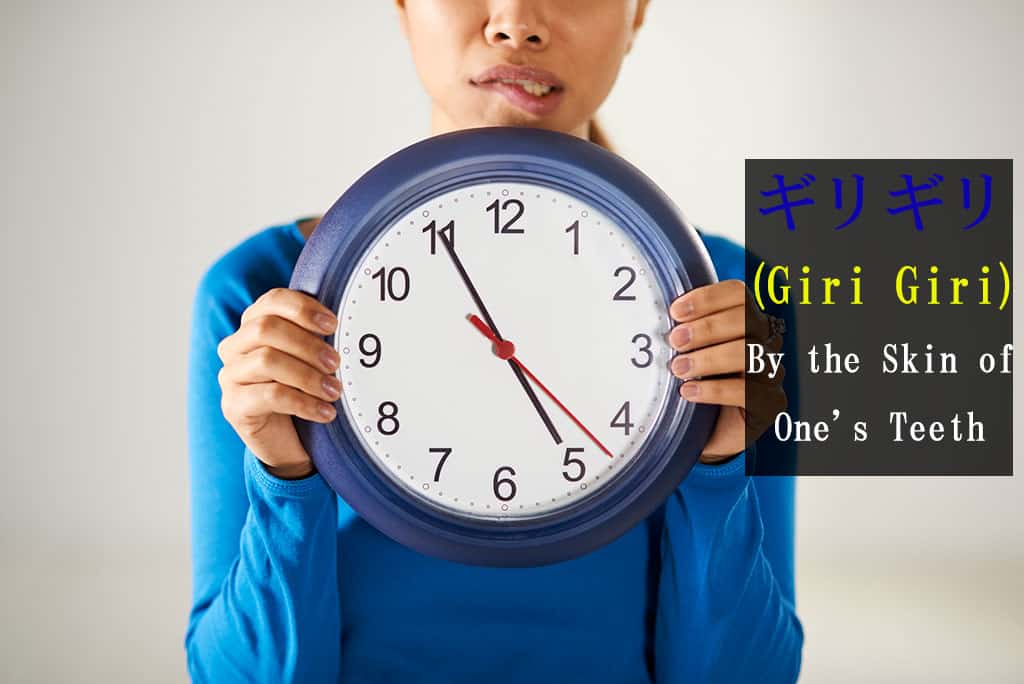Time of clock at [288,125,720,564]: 4:55
